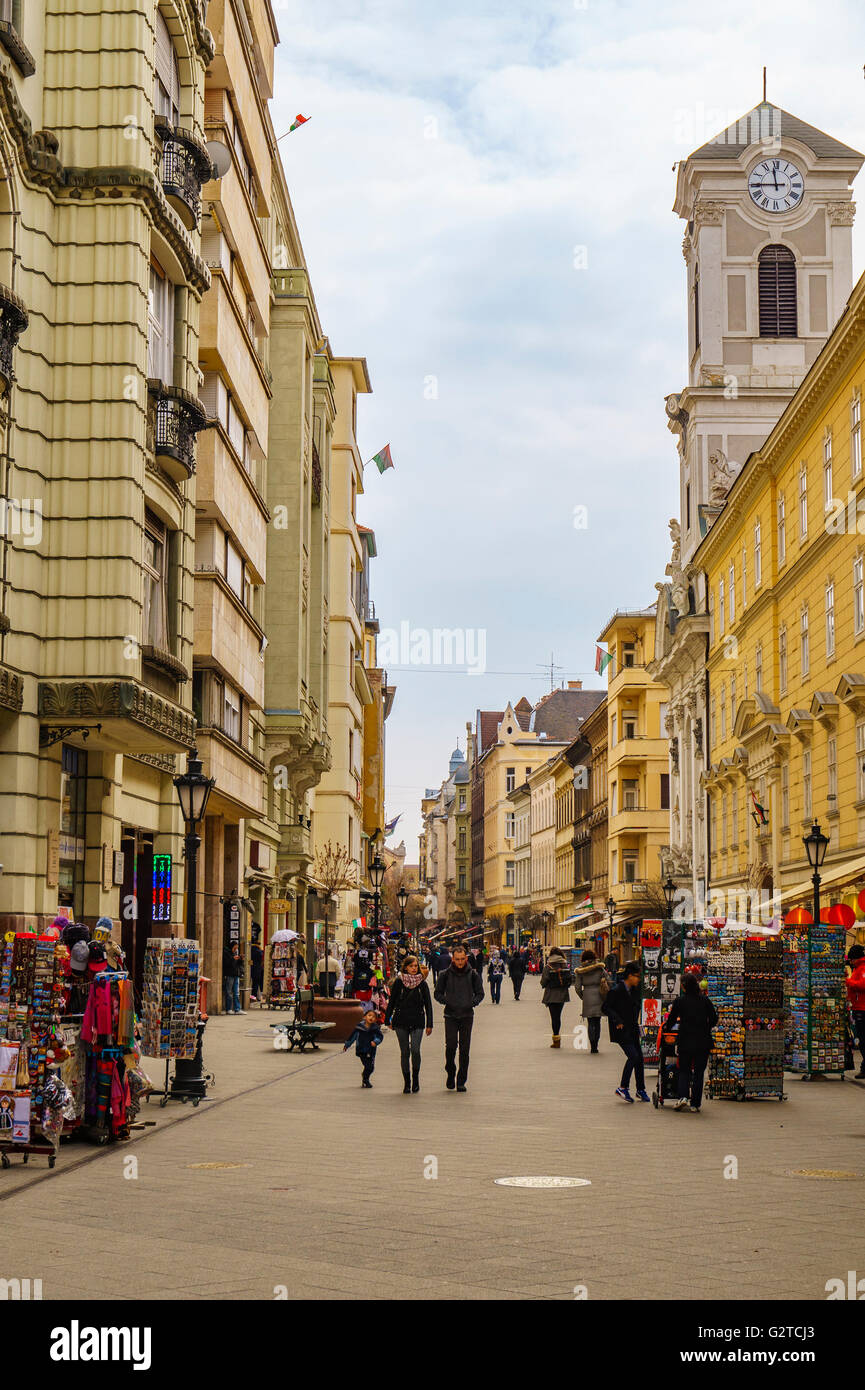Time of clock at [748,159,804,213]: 11:44
